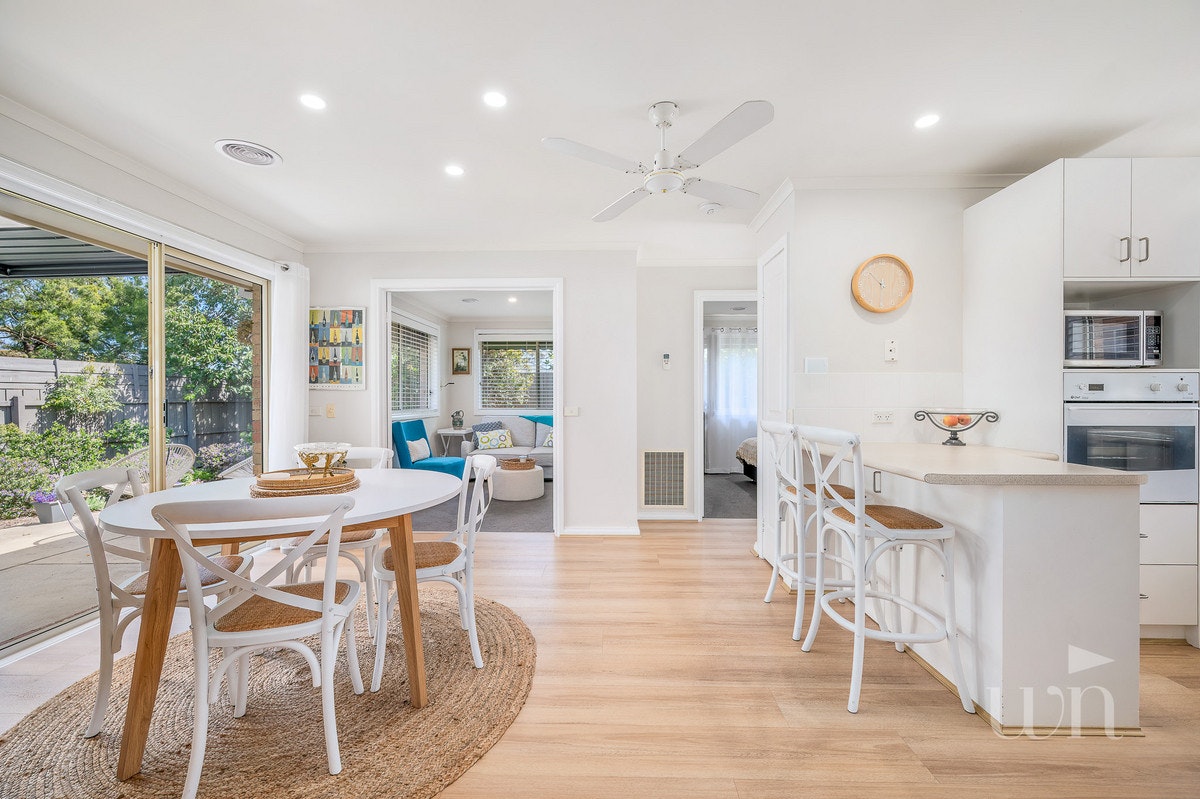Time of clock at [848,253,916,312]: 10:30
